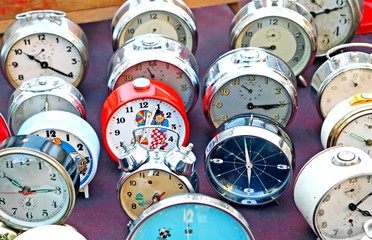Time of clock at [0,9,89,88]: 10:20
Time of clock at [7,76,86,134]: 10:20
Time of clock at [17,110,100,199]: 10:14
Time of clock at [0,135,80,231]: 10:14
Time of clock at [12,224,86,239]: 10:14
